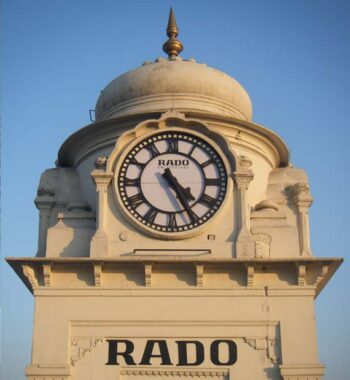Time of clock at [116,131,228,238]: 4:25
